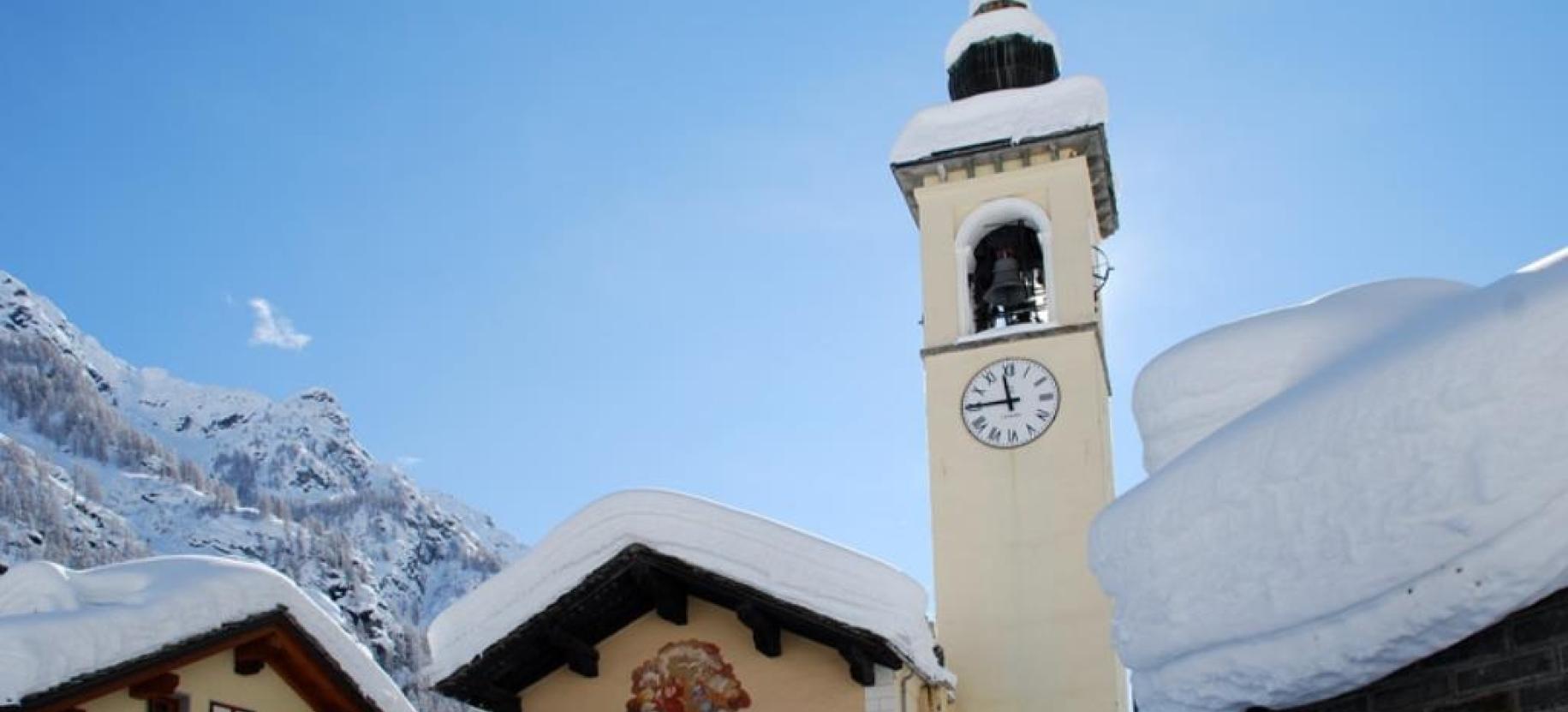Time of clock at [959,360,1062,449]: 11:45
